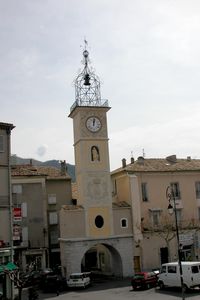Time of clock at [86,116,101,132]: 12:02
